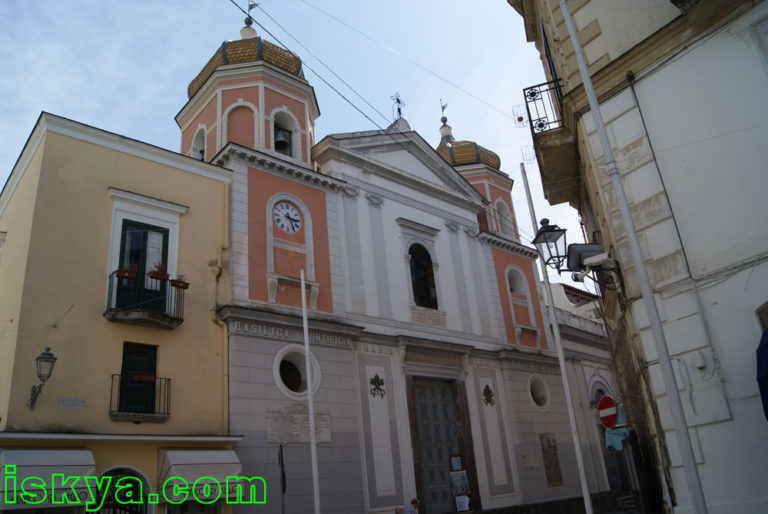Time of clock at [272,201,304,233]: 3:24
